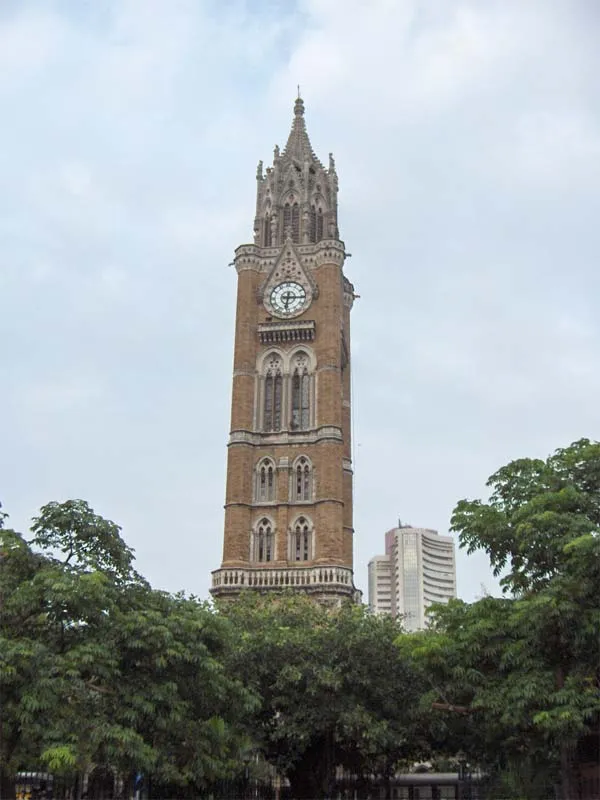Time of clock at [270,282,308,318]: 6:15
